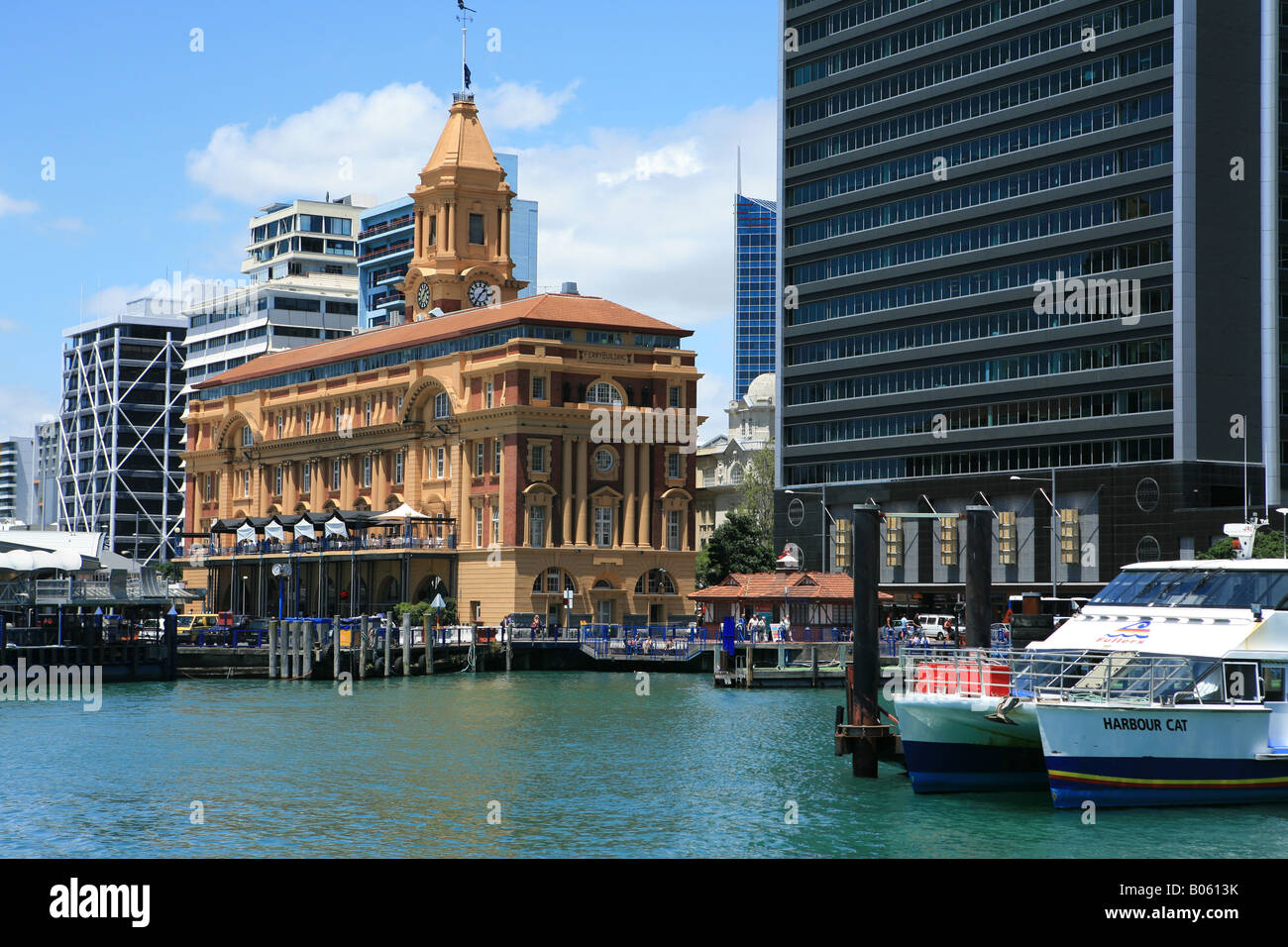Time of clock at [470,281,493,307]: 1:35
